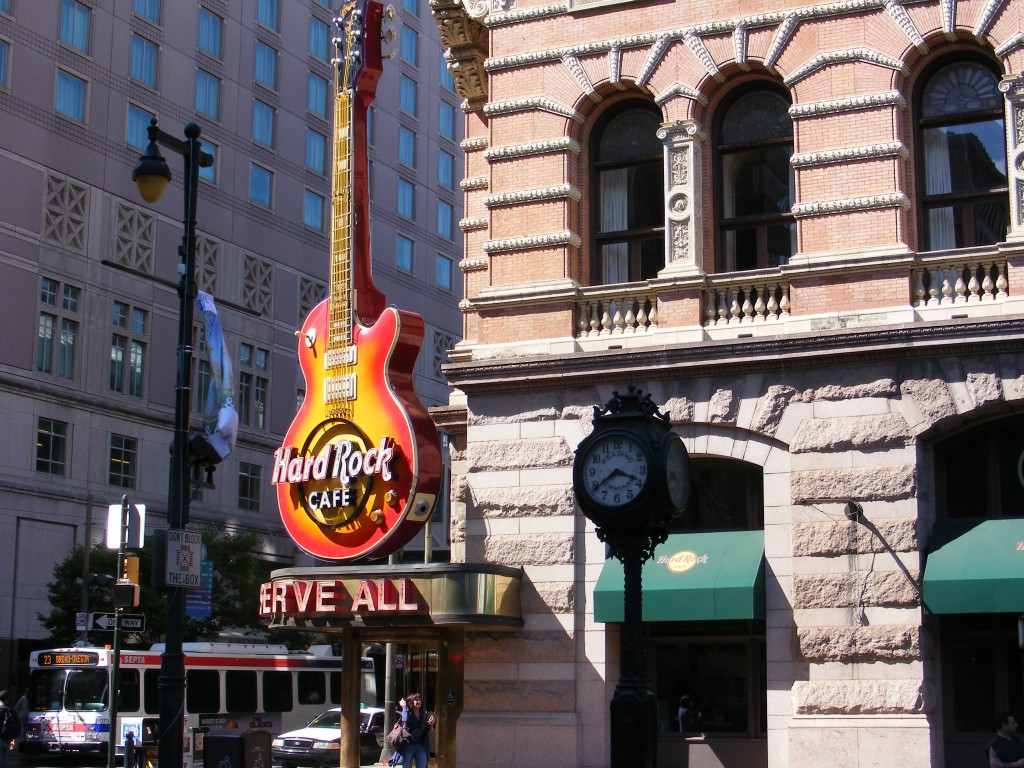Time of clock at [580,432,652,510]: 3:39
